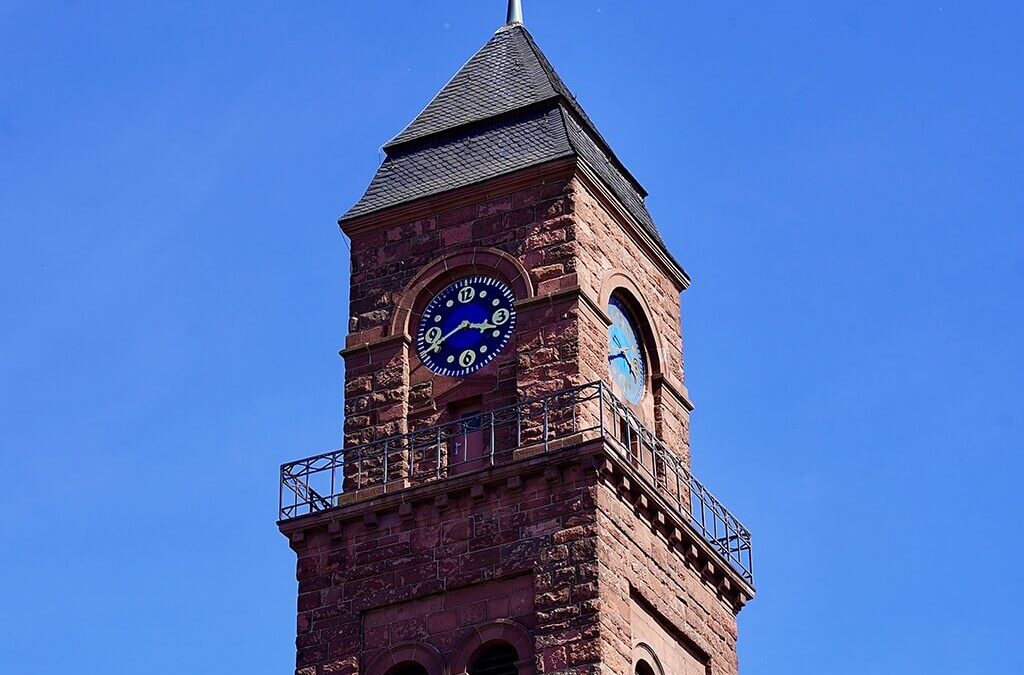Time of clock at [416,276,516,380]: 3:40
